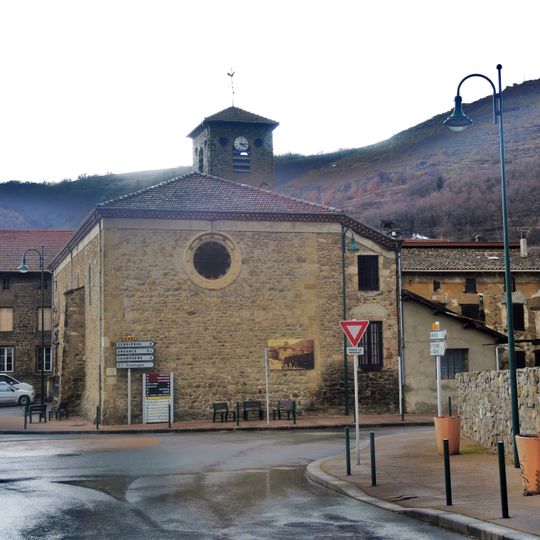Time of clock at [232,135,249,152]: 4:14
